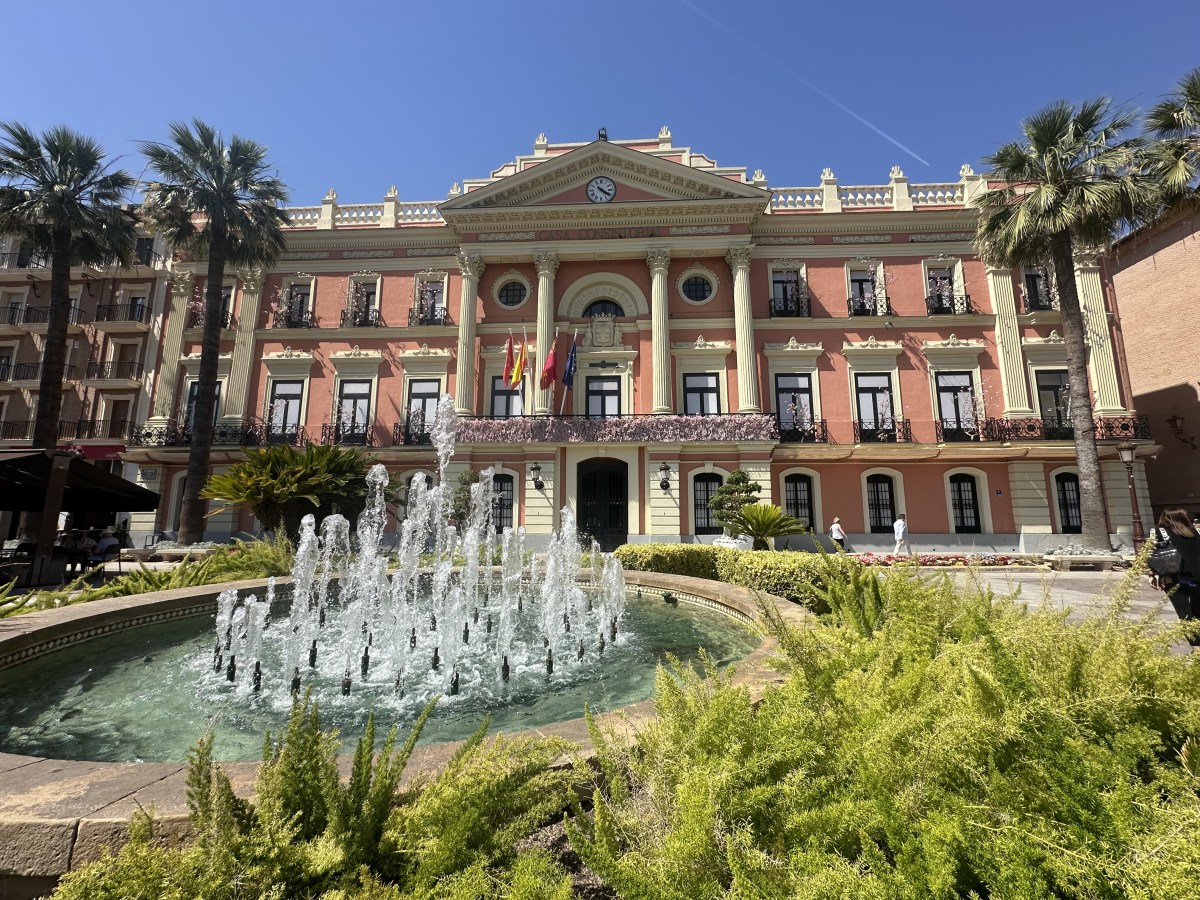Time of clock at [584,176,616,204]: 4:20
